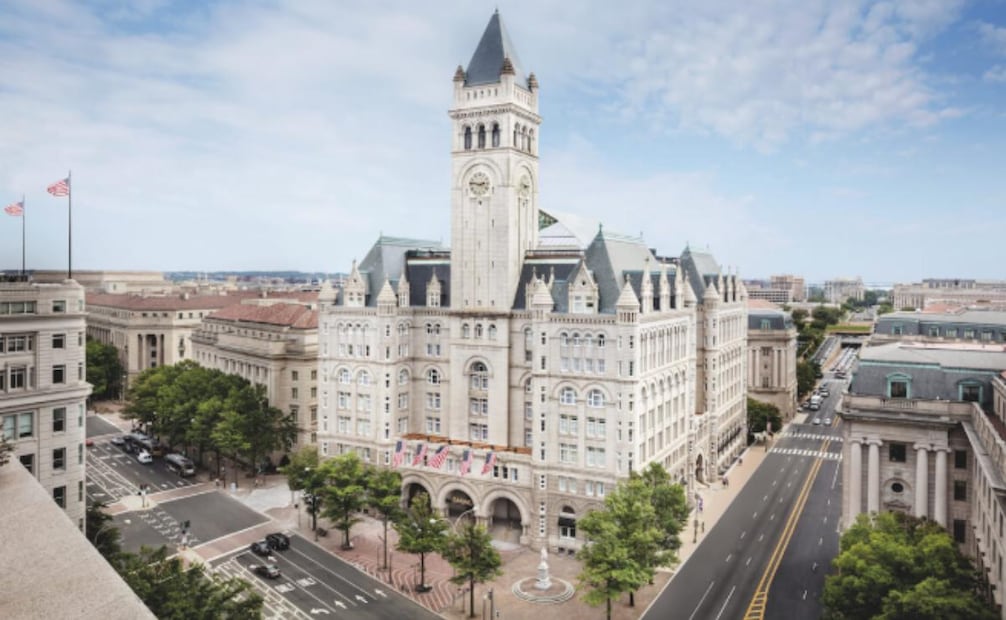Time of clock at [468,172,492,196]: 2:46
